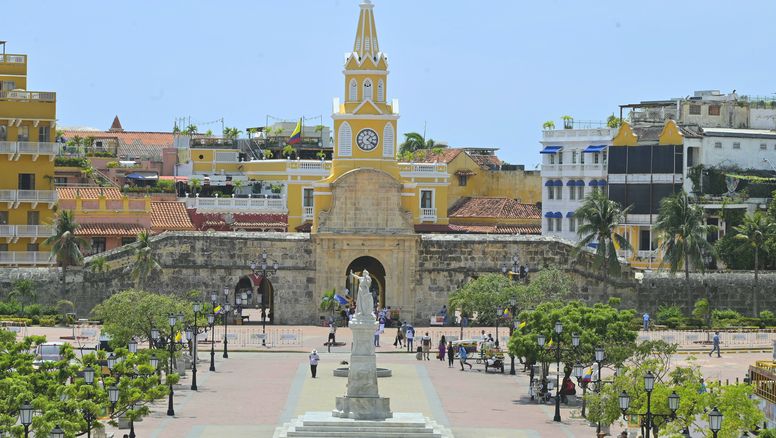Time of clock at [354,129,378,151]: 1:21
